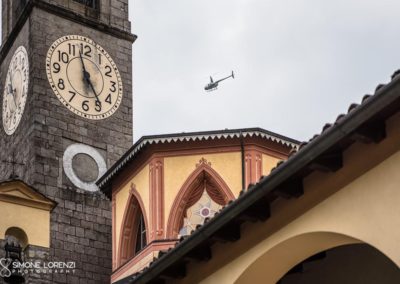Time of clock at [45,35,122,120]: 4:57
